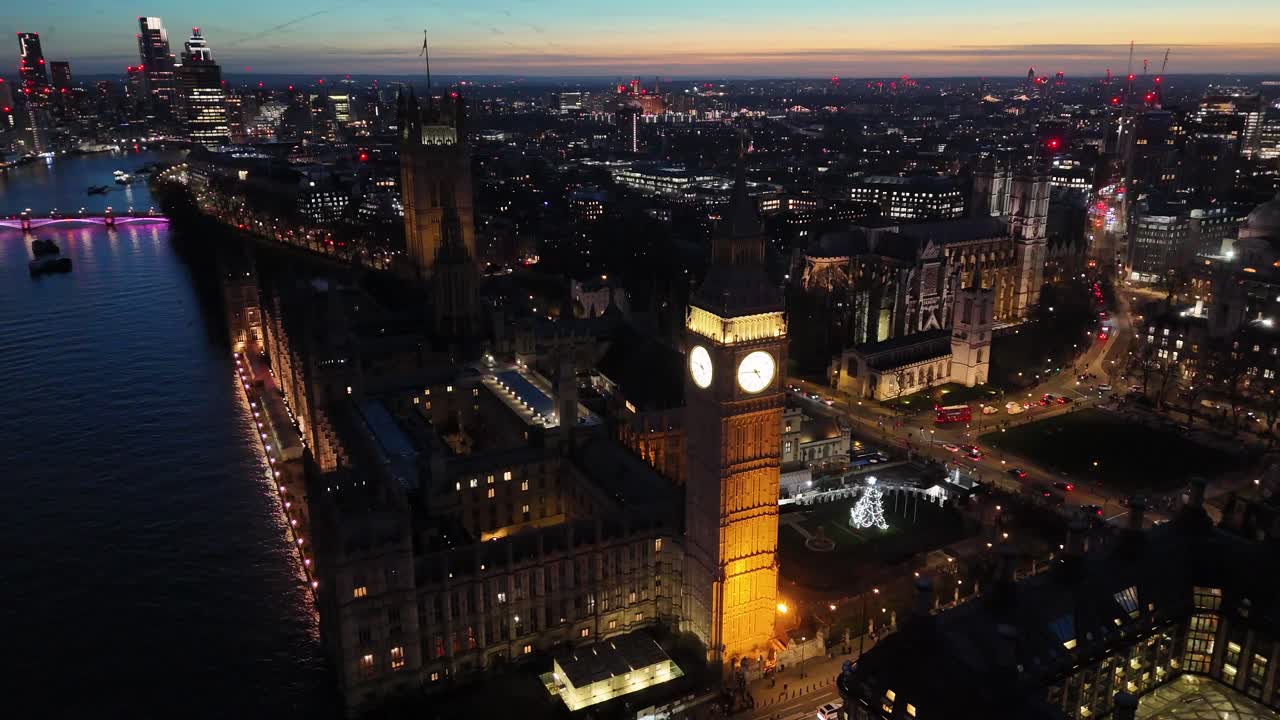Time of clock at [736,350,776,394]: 4:45
